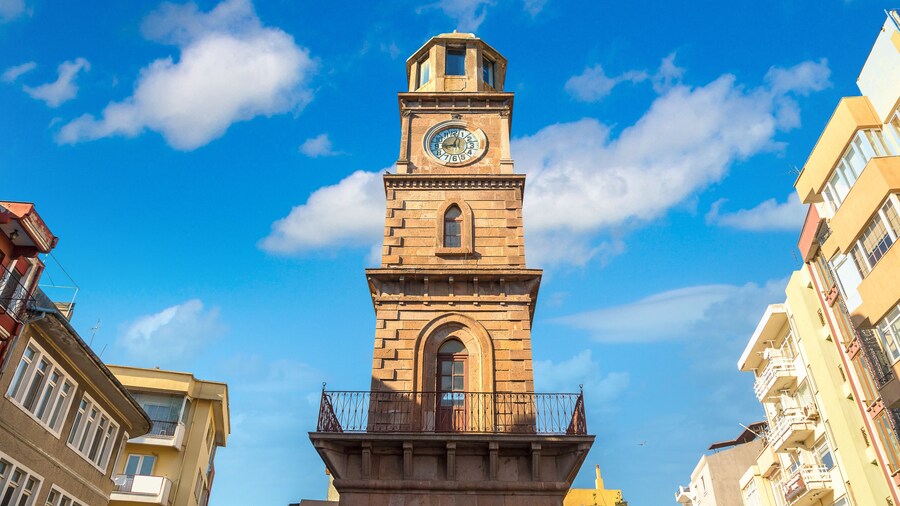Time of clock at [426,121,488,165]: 9:02
